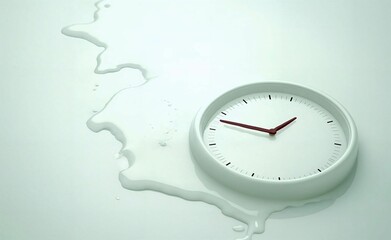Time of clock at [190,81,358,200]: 1:47
